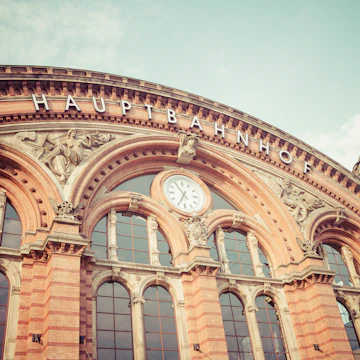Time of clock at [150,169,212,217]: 6:54
